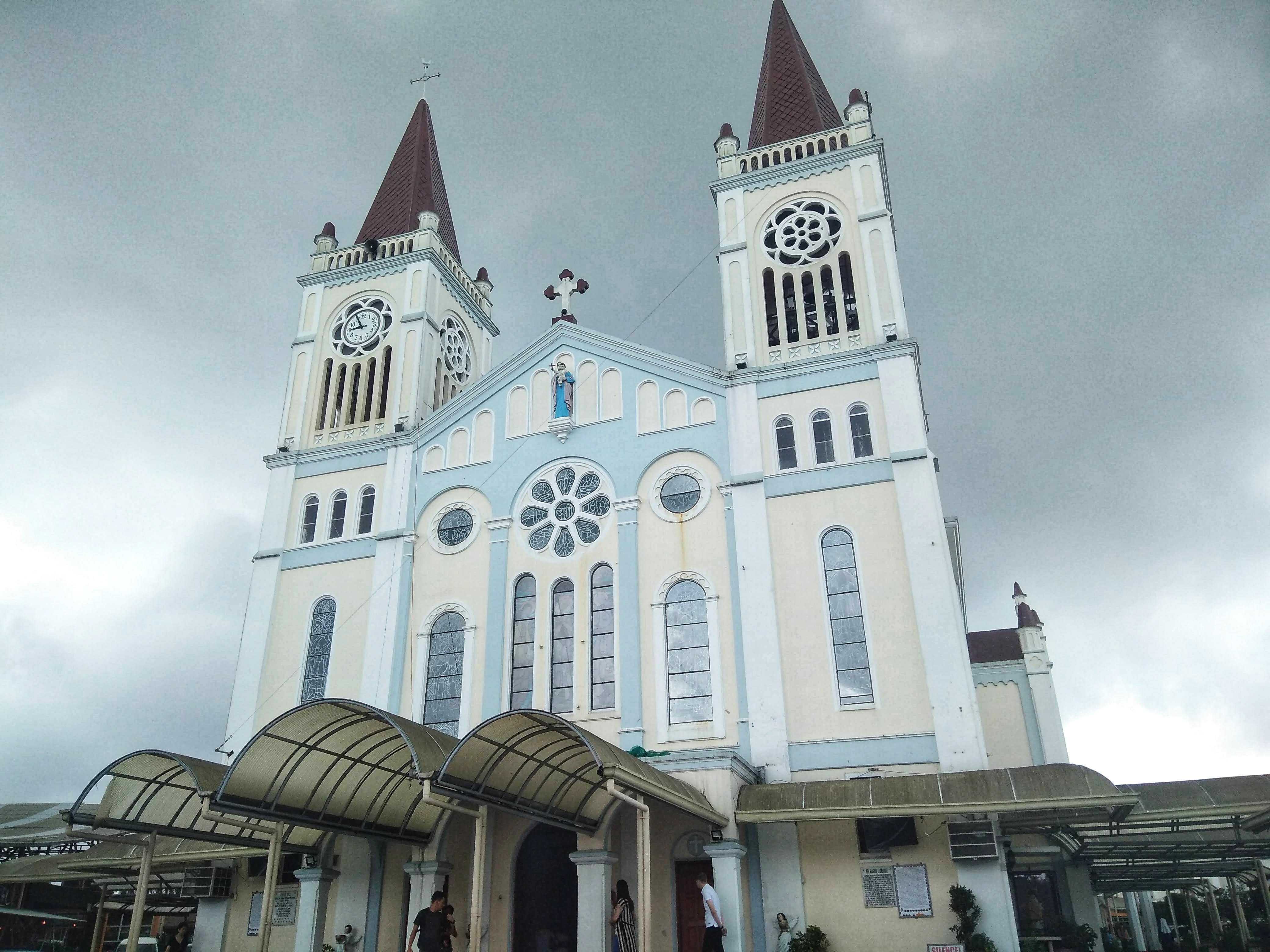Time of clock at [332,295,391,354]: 8:55
